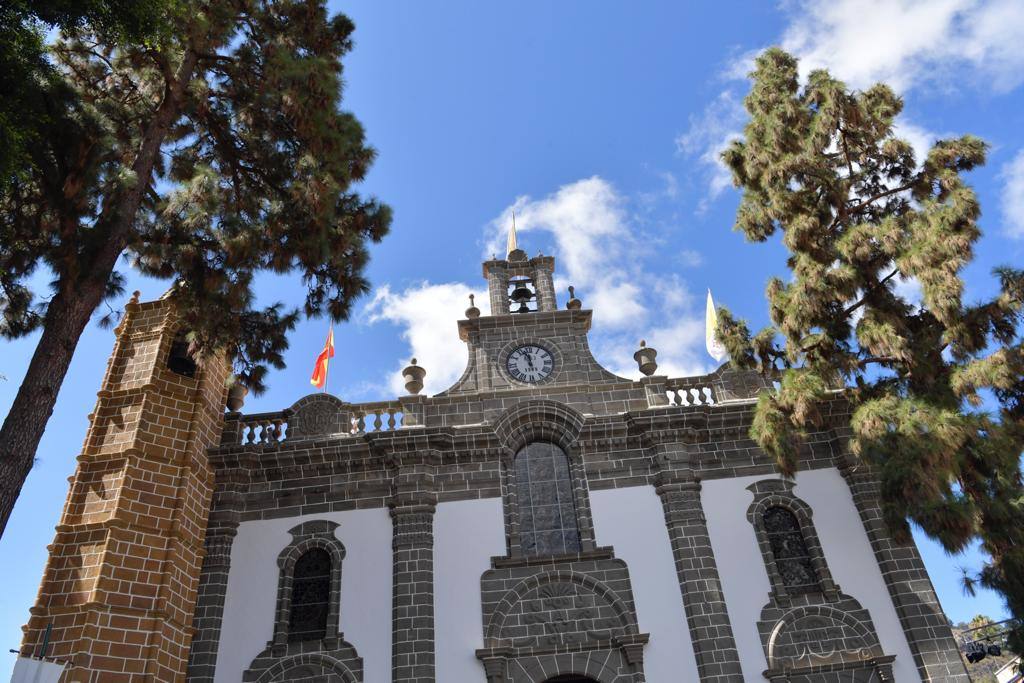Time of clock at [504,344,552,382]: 11:56
